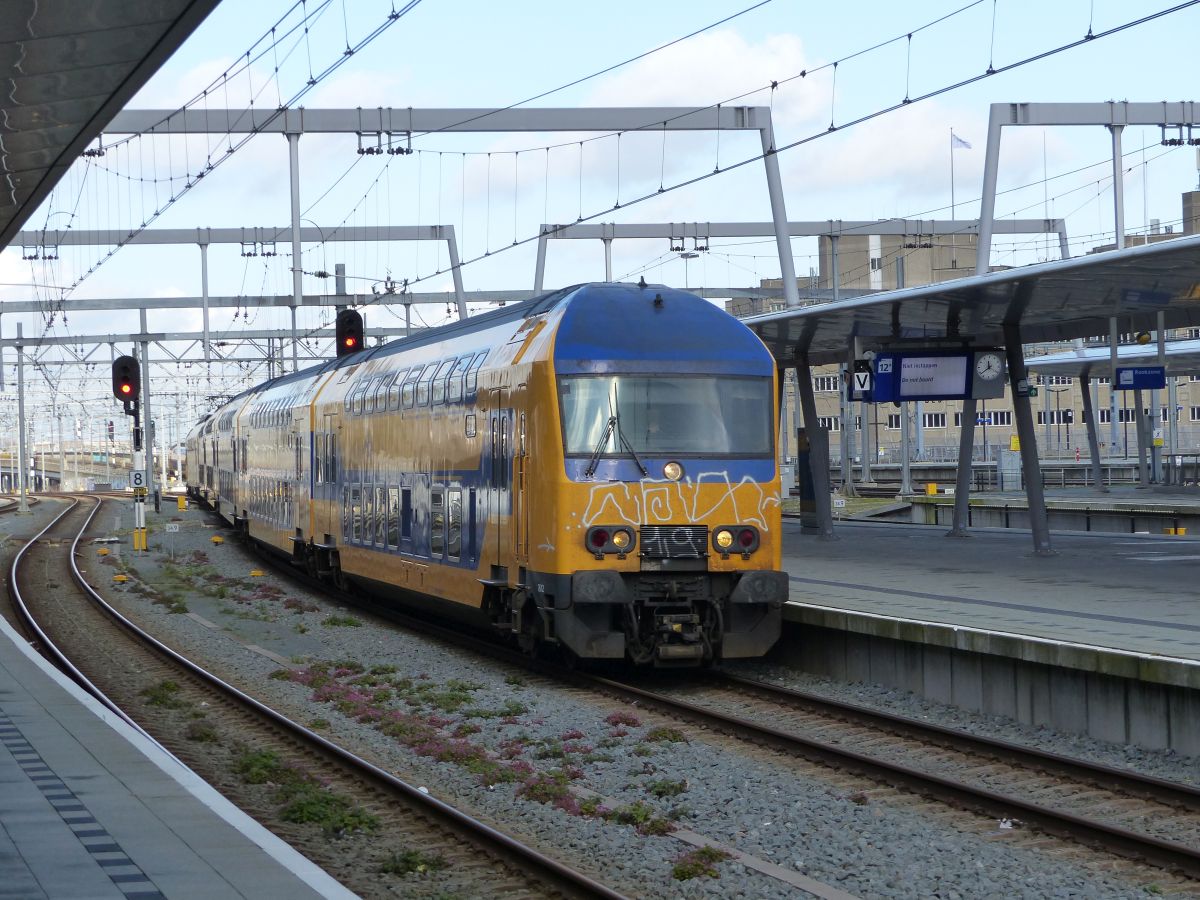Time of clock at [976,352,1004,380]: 11:38
